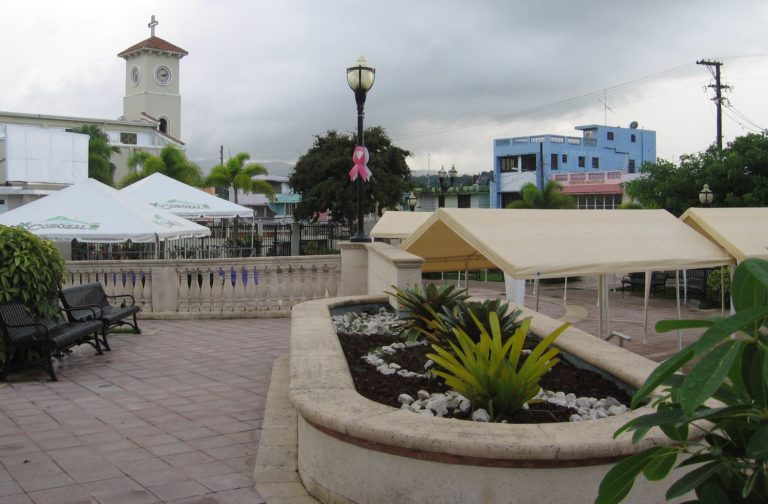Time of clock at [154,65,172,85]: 3:11
